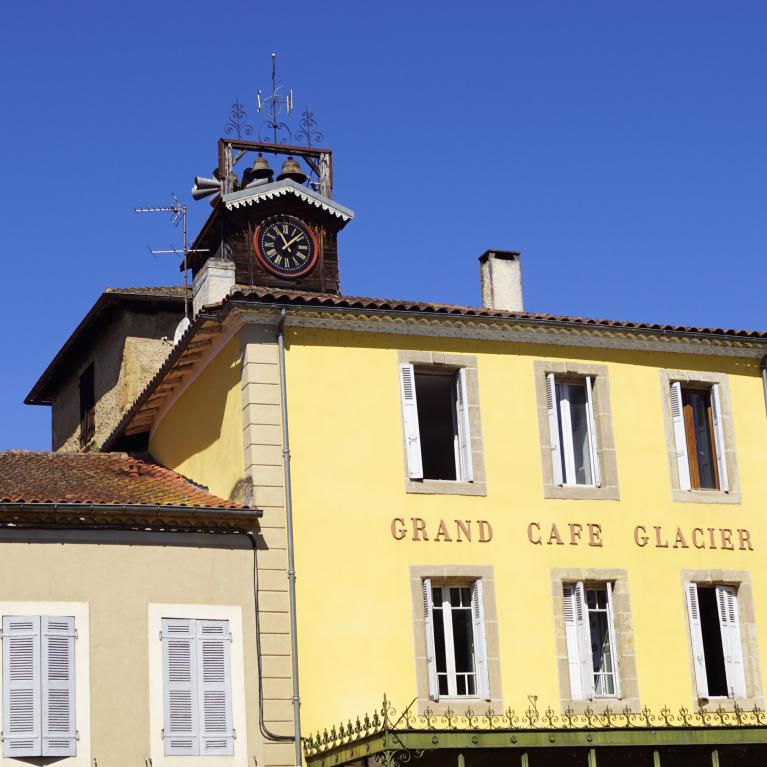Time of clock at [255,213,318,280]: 11:07
